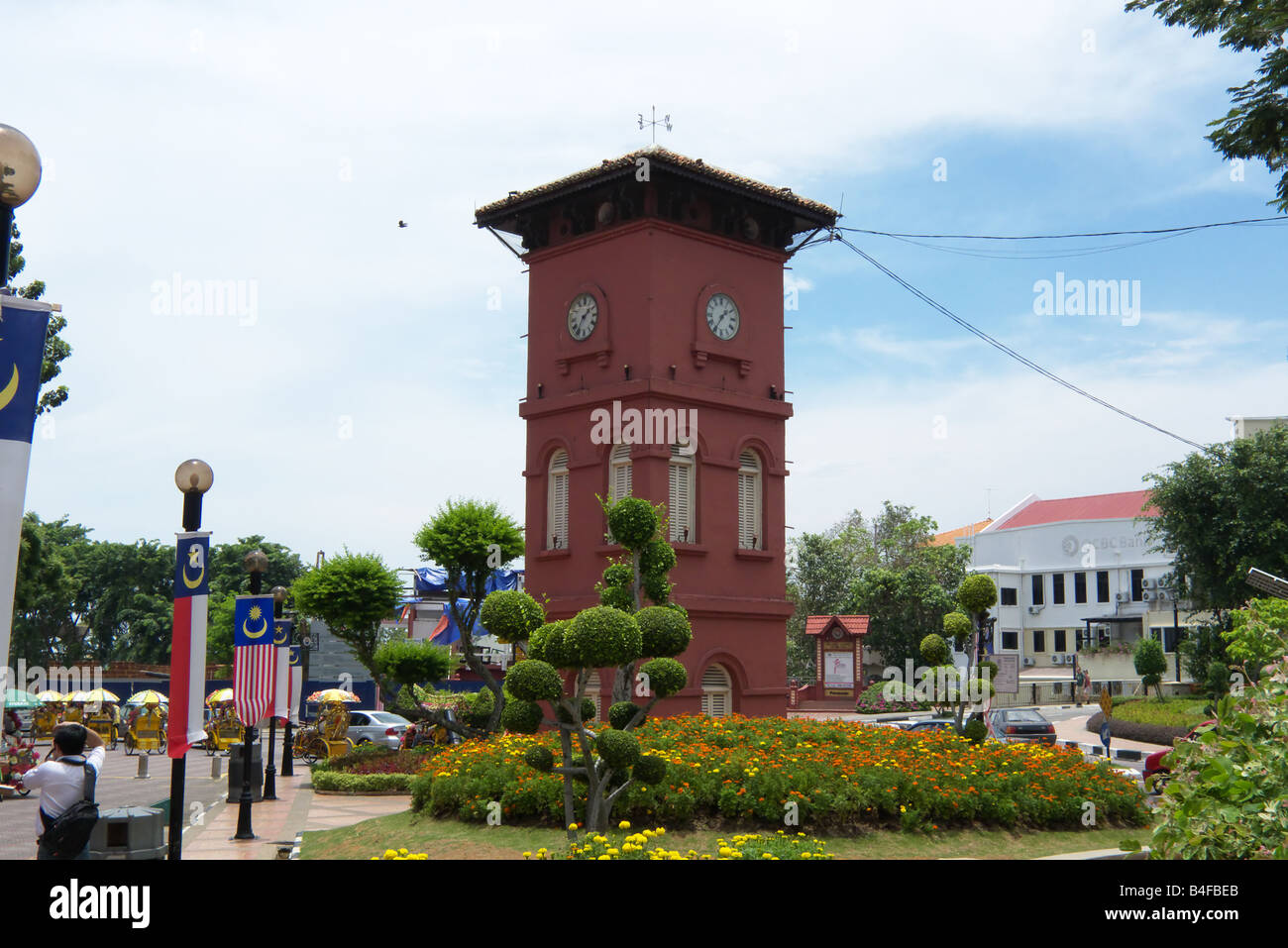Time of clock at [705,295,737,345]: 1:35
